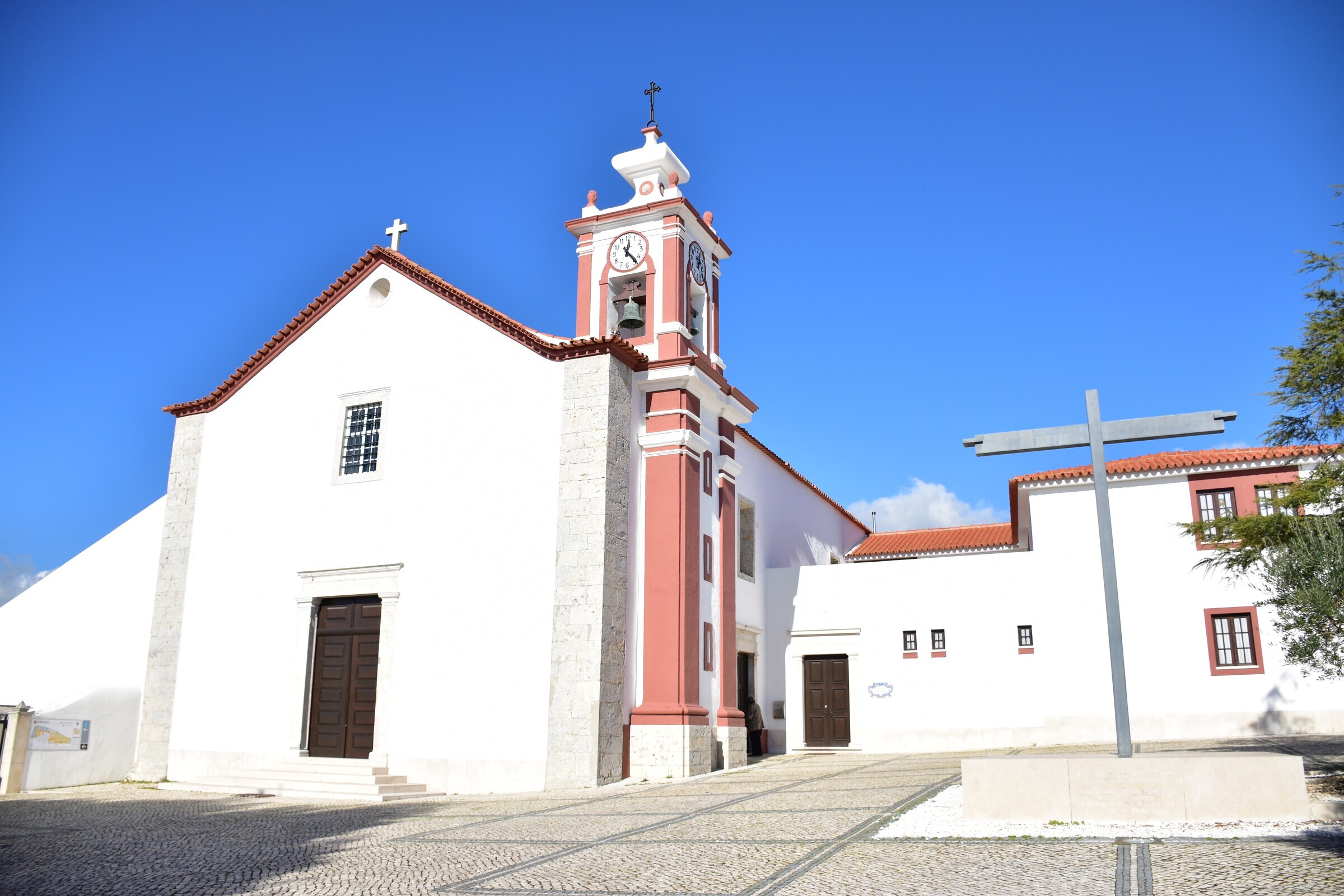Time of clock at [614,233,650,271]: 12:23
